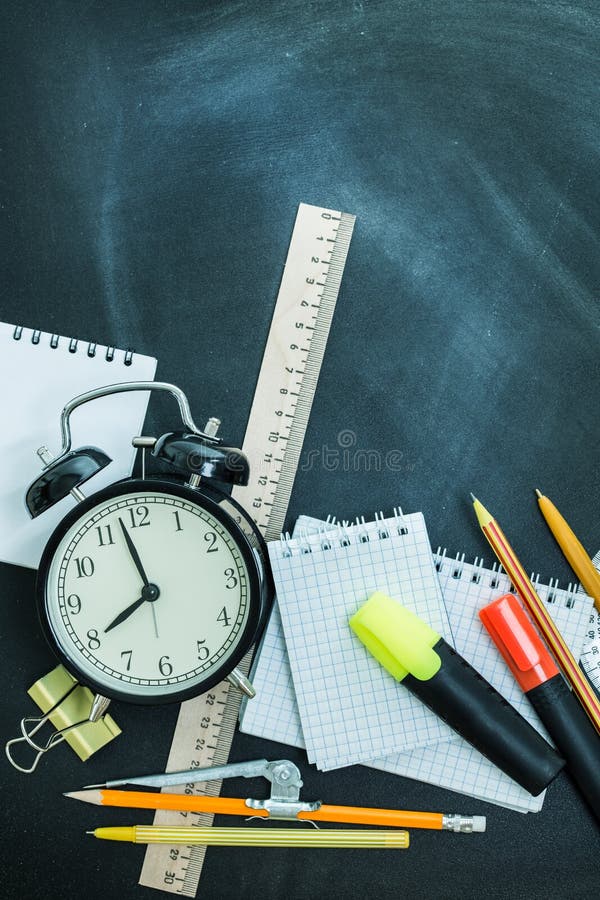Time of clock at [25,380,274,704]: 7:57
